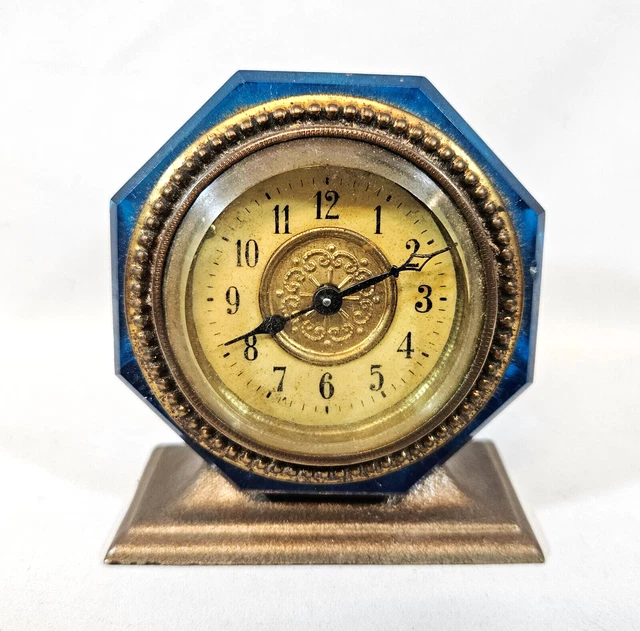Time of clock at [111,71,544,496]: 8:11
